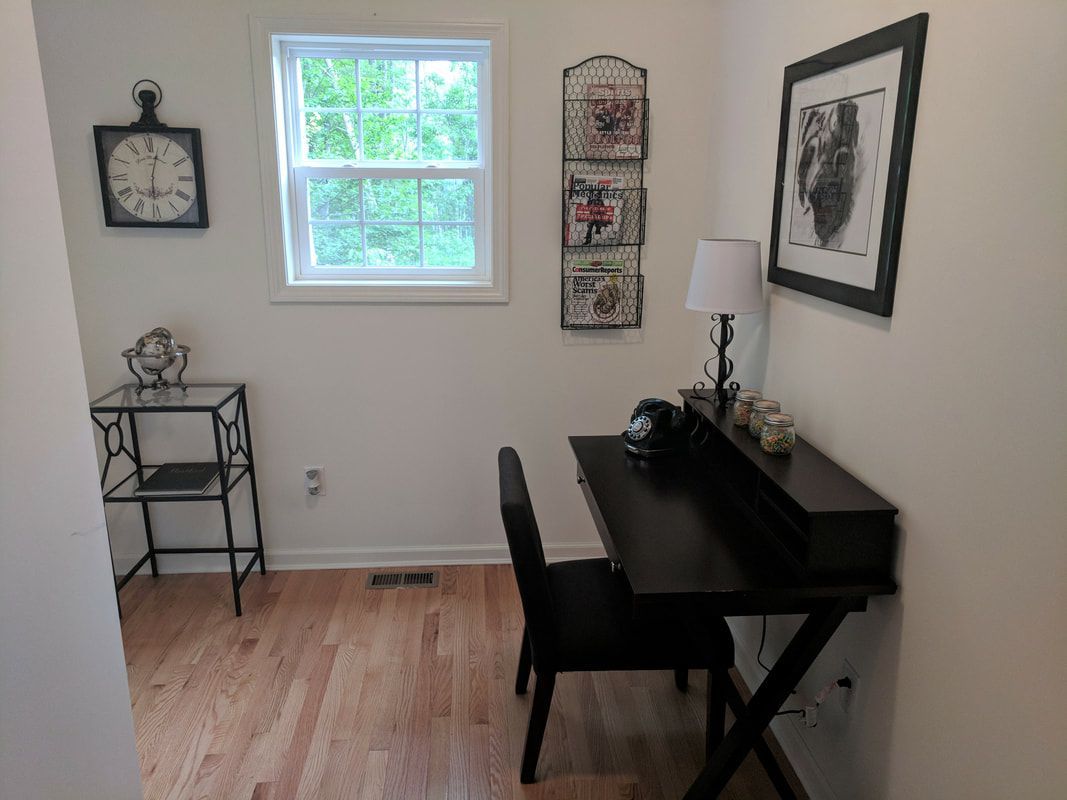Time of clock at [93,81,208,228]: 6:02
